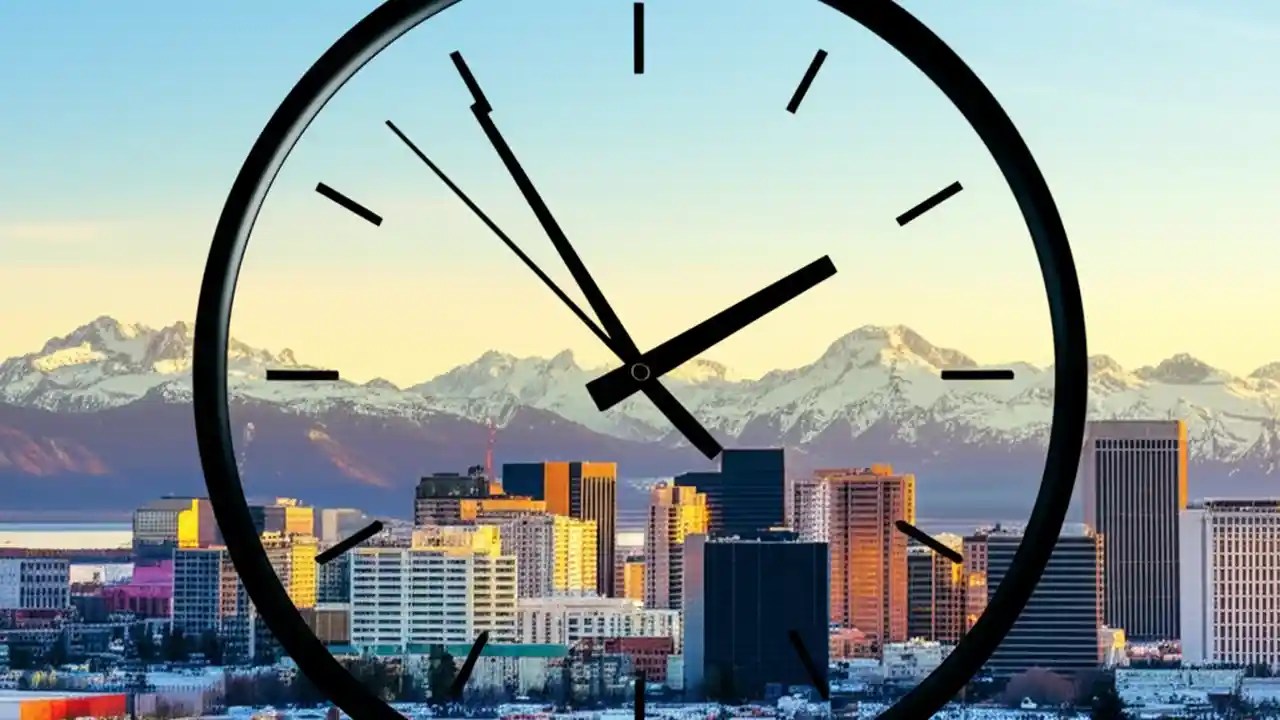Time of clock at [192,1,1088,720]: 1:54
